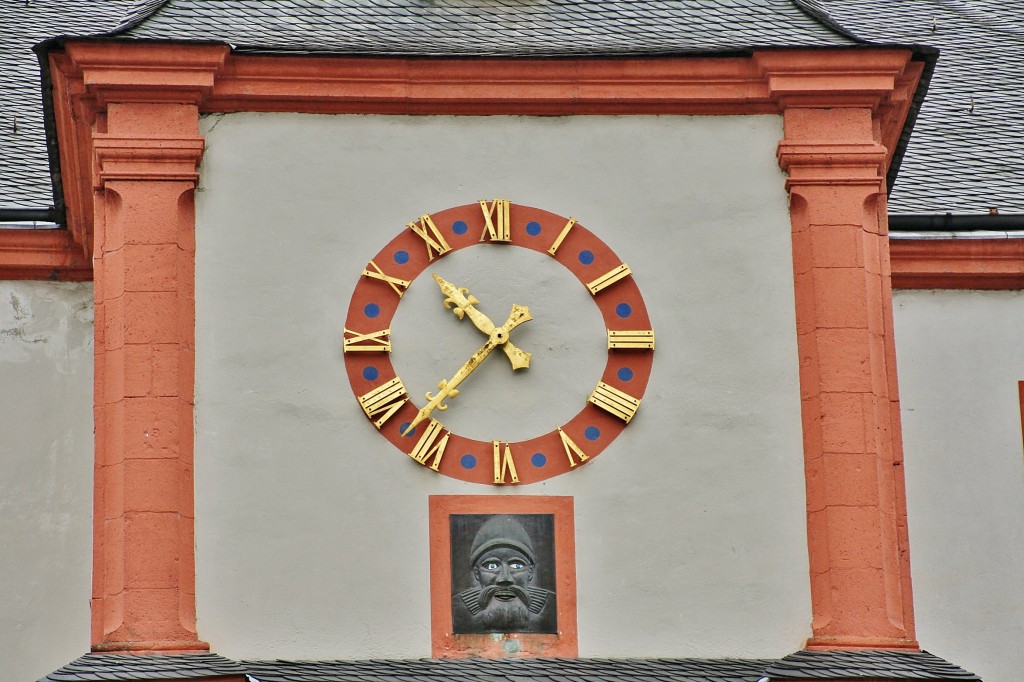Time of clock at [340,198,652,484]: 10:37
